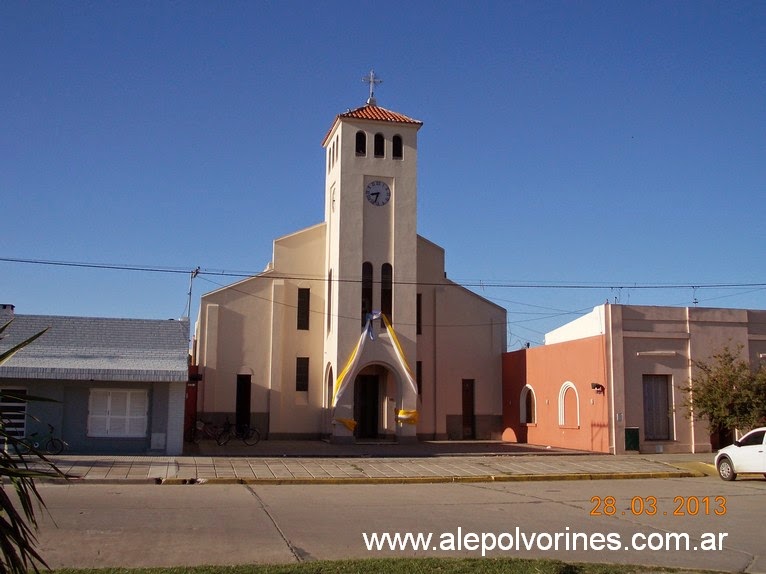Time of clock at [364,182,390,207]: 8:33
